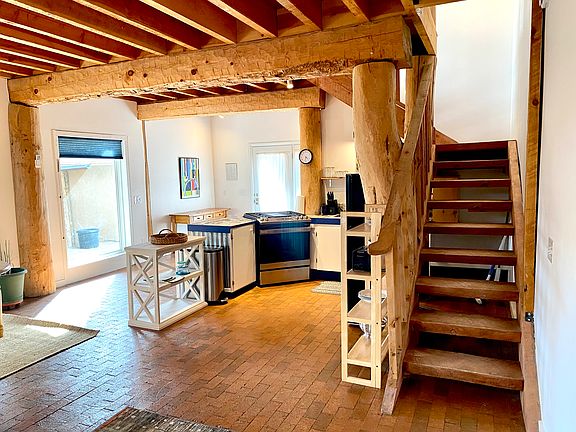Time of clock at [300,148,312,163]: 4:31
